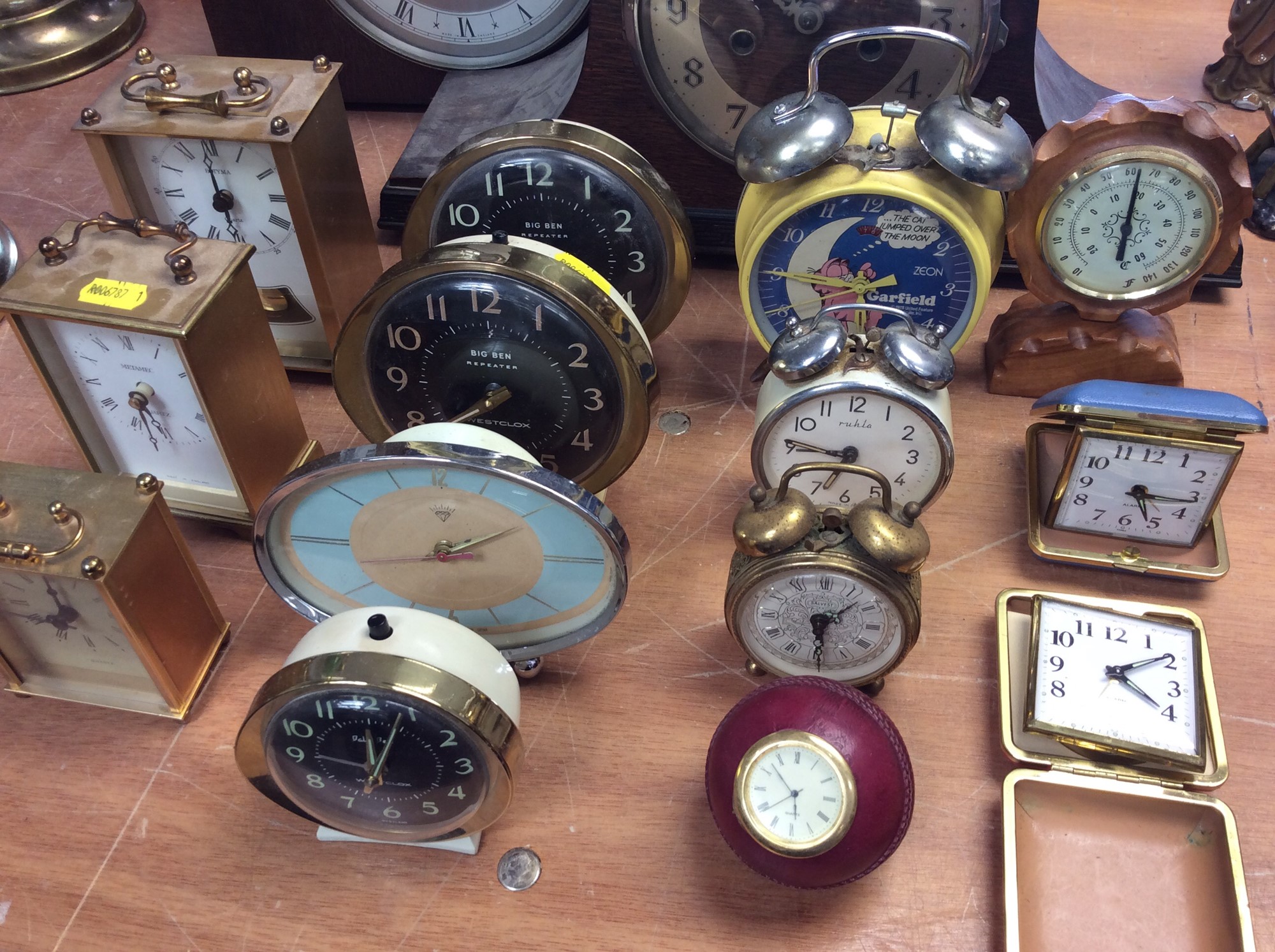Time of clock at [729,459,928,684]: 1:29
